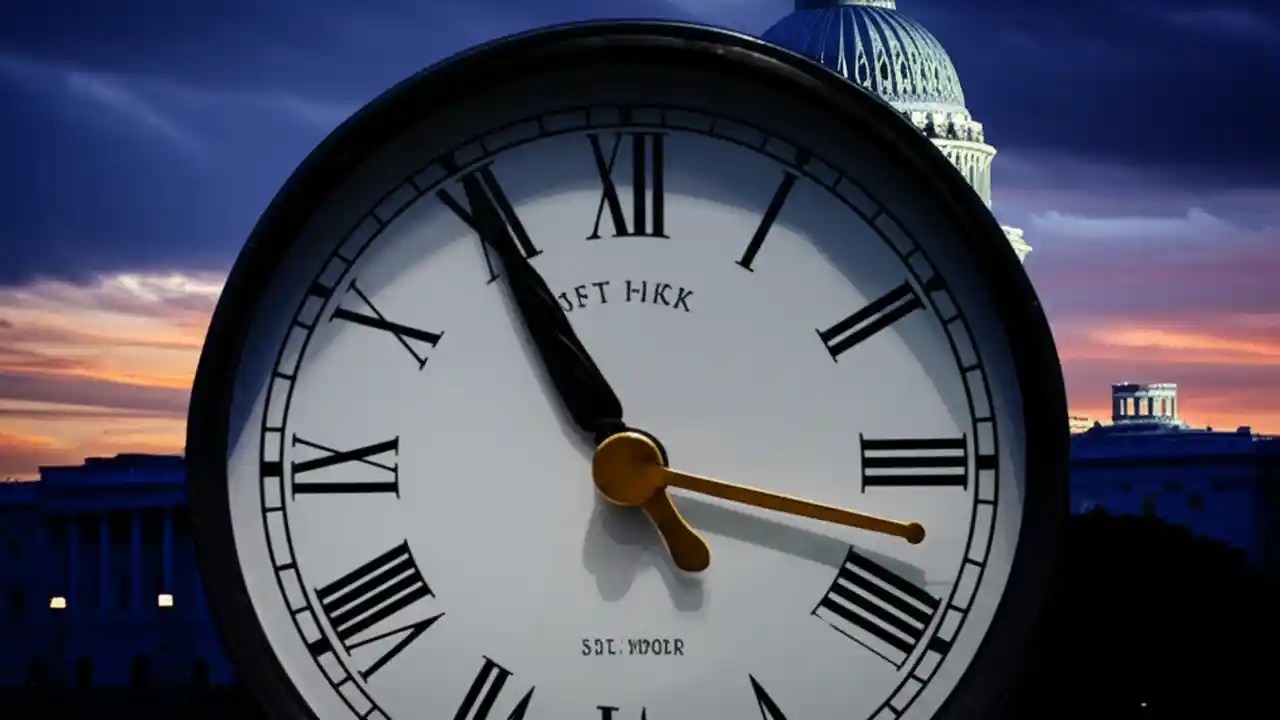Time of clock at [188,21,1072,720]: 10:55
